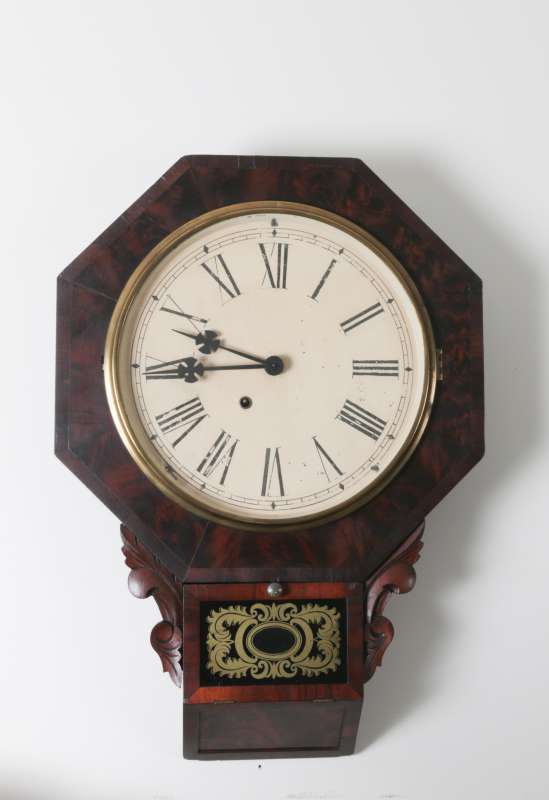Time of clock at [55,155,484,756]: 9:44
